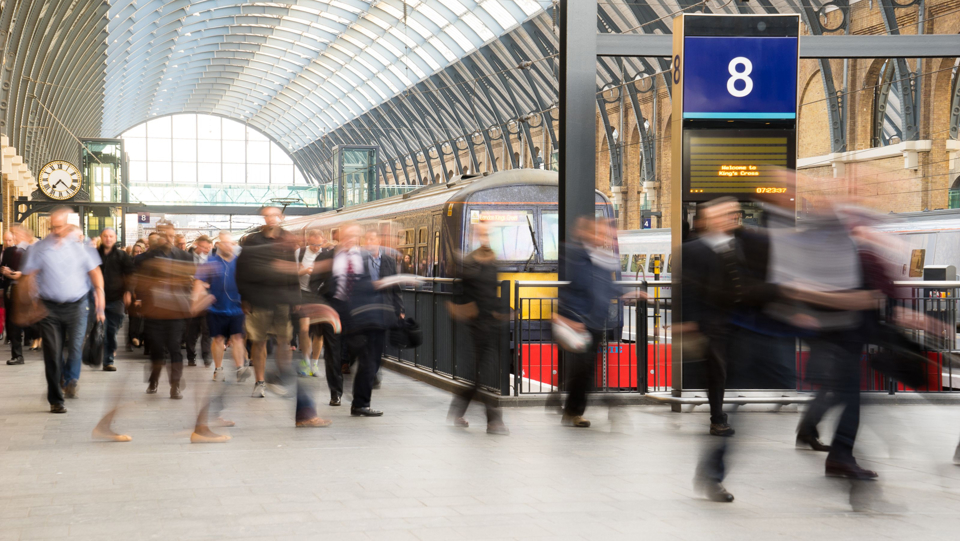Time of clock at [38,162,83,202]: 7:22
